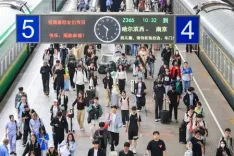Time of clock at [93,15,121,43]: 10:31
